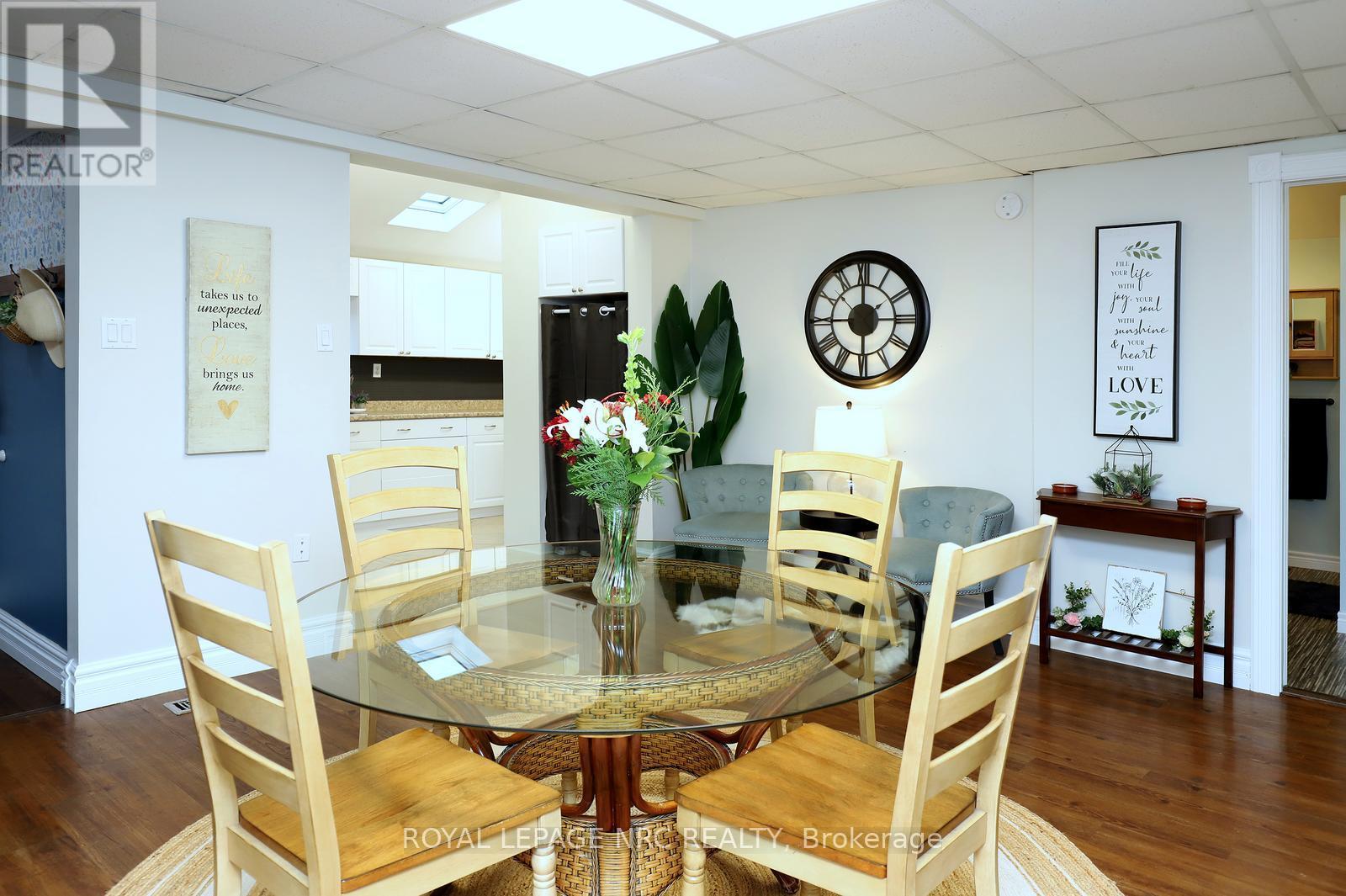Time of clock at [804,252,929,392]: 5:59
